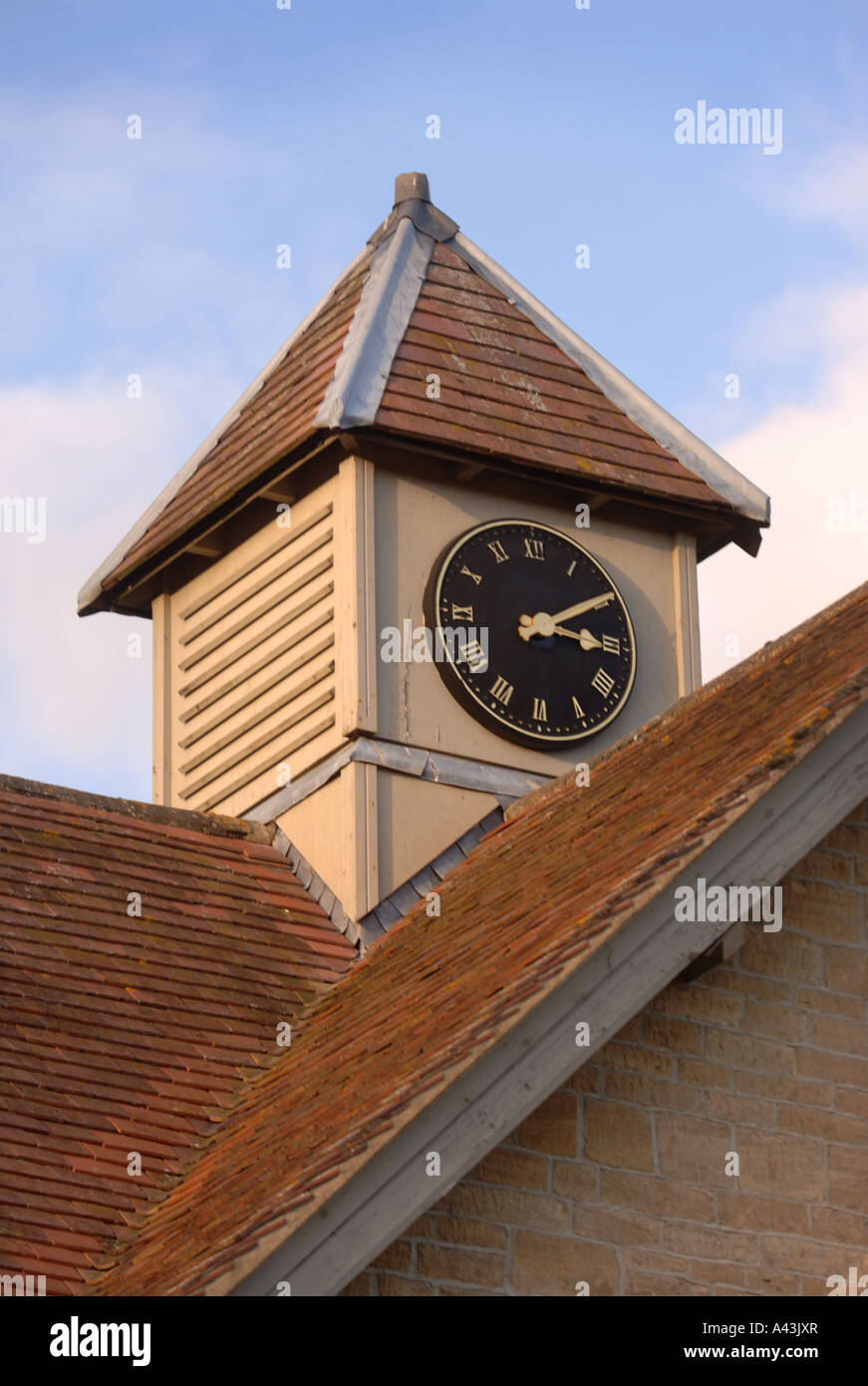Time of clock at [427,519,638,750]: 3:09
